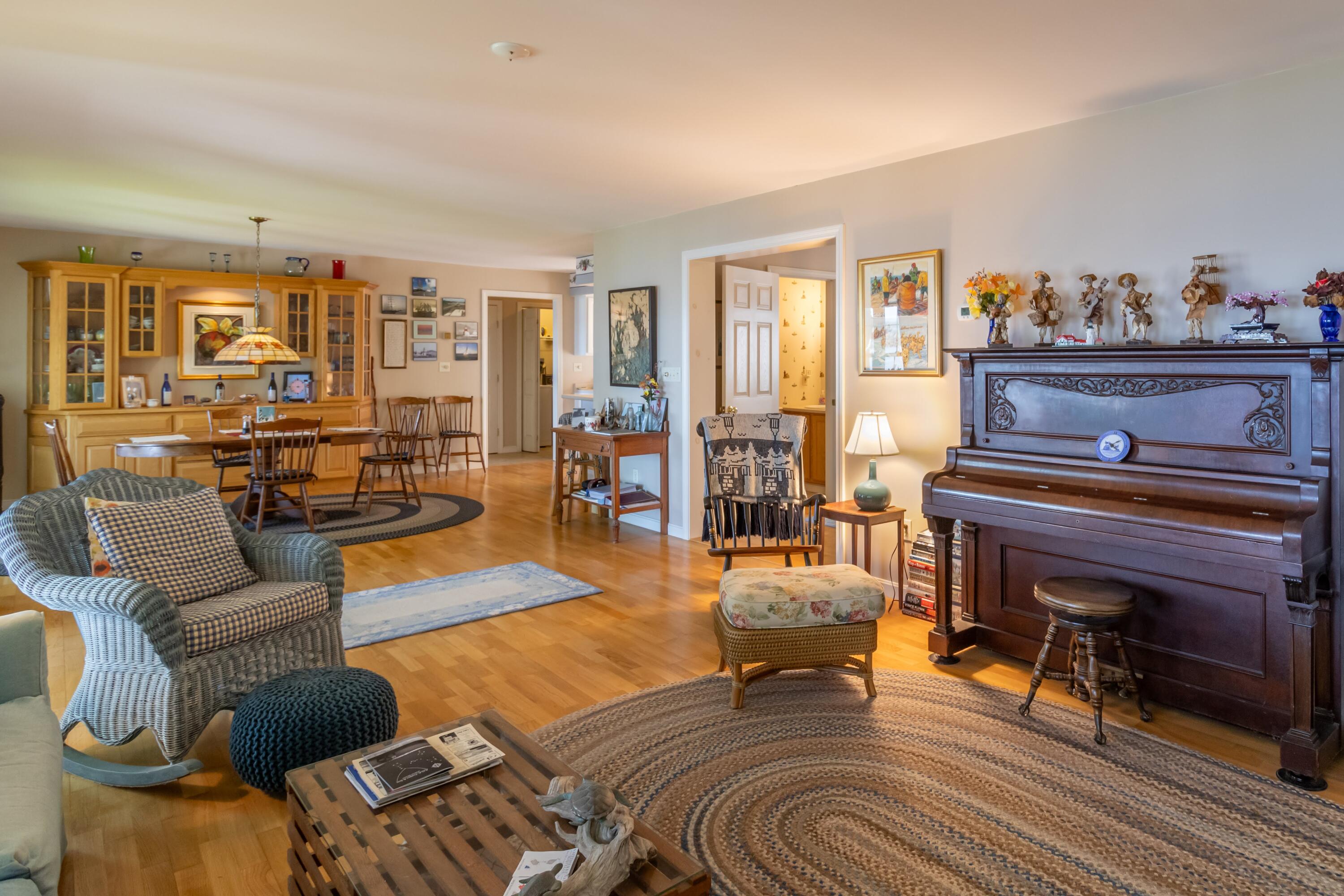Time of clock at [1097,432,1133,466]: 4:09
